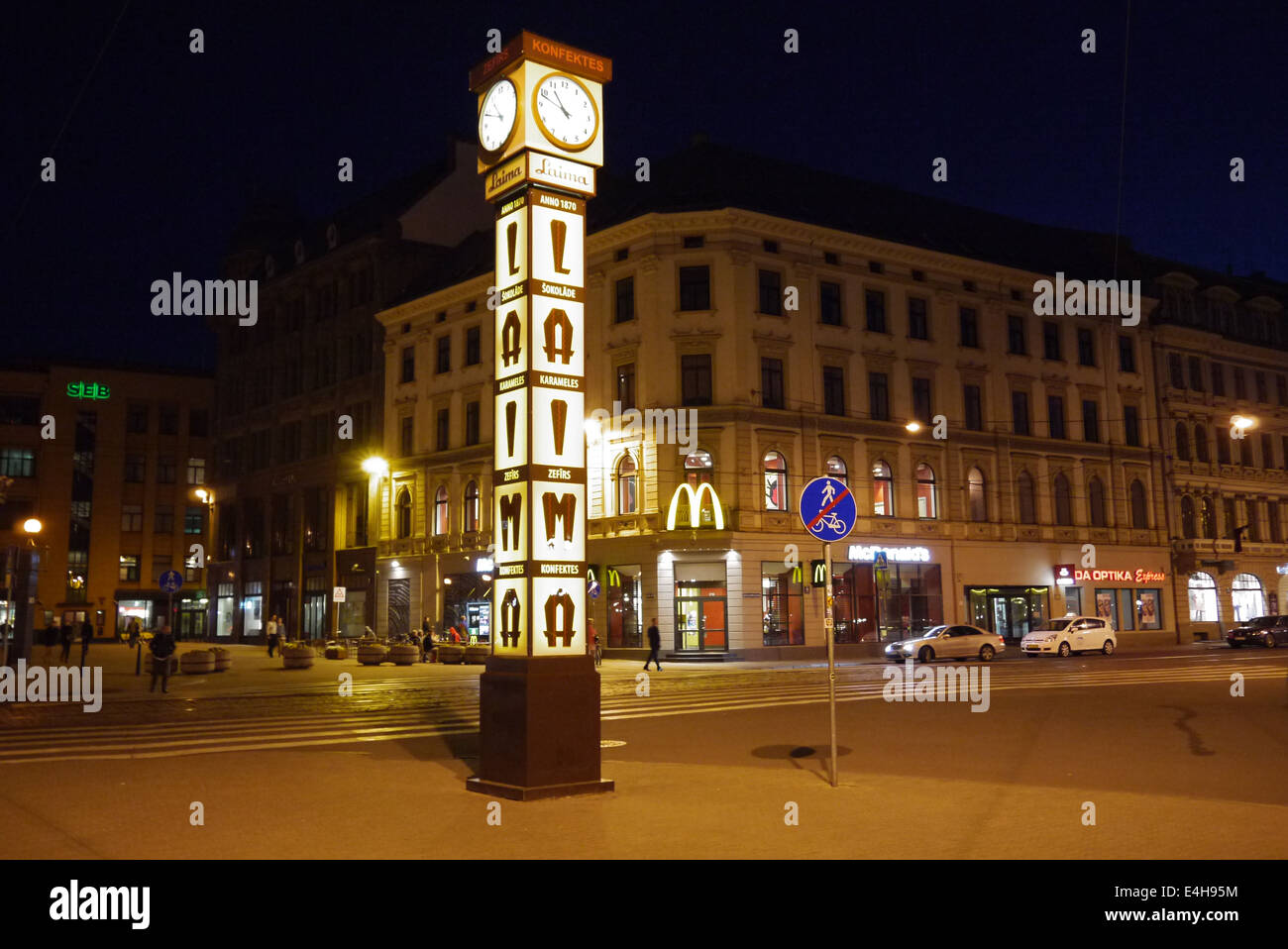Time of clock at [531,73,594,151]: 10:48
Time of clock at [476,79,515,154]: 10:48
